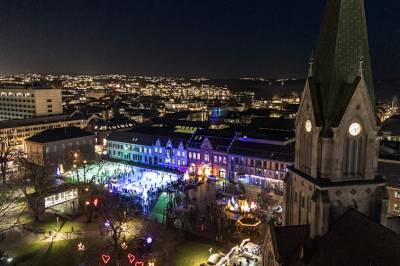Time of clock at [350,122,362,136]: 5:12
